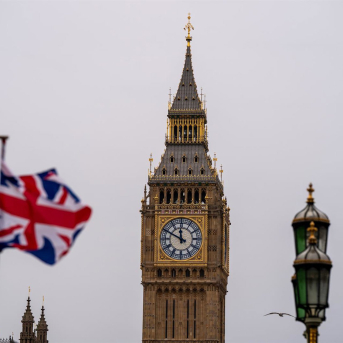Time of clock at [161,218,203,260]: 11:49
